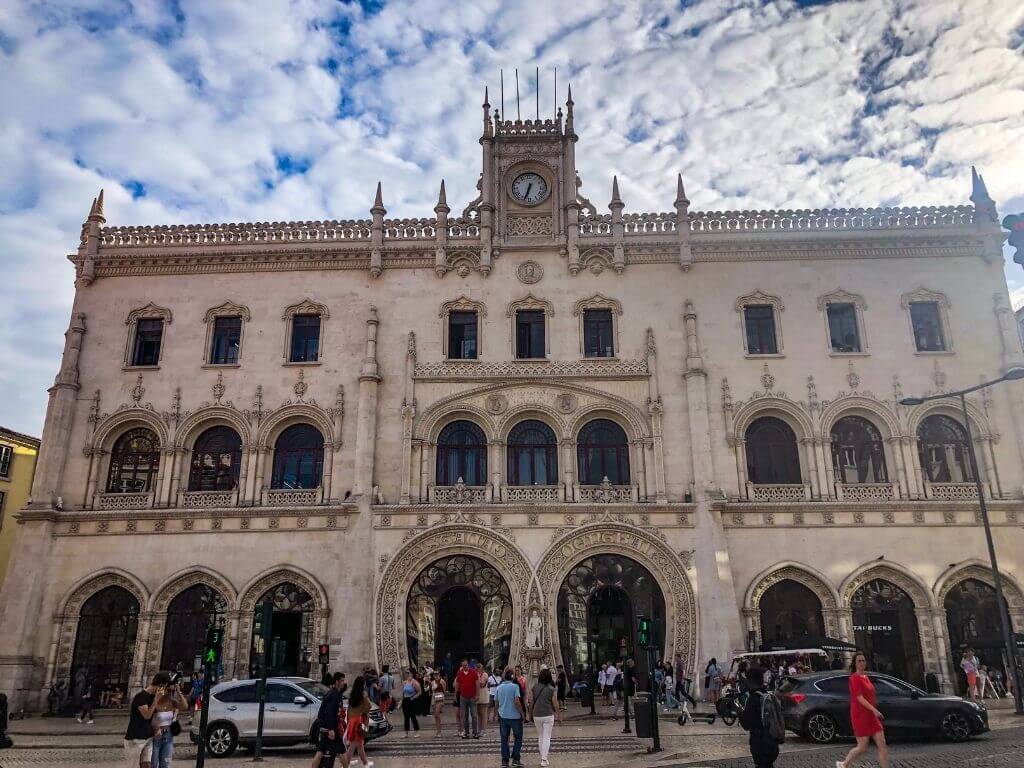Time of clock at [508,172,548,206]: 6:34
